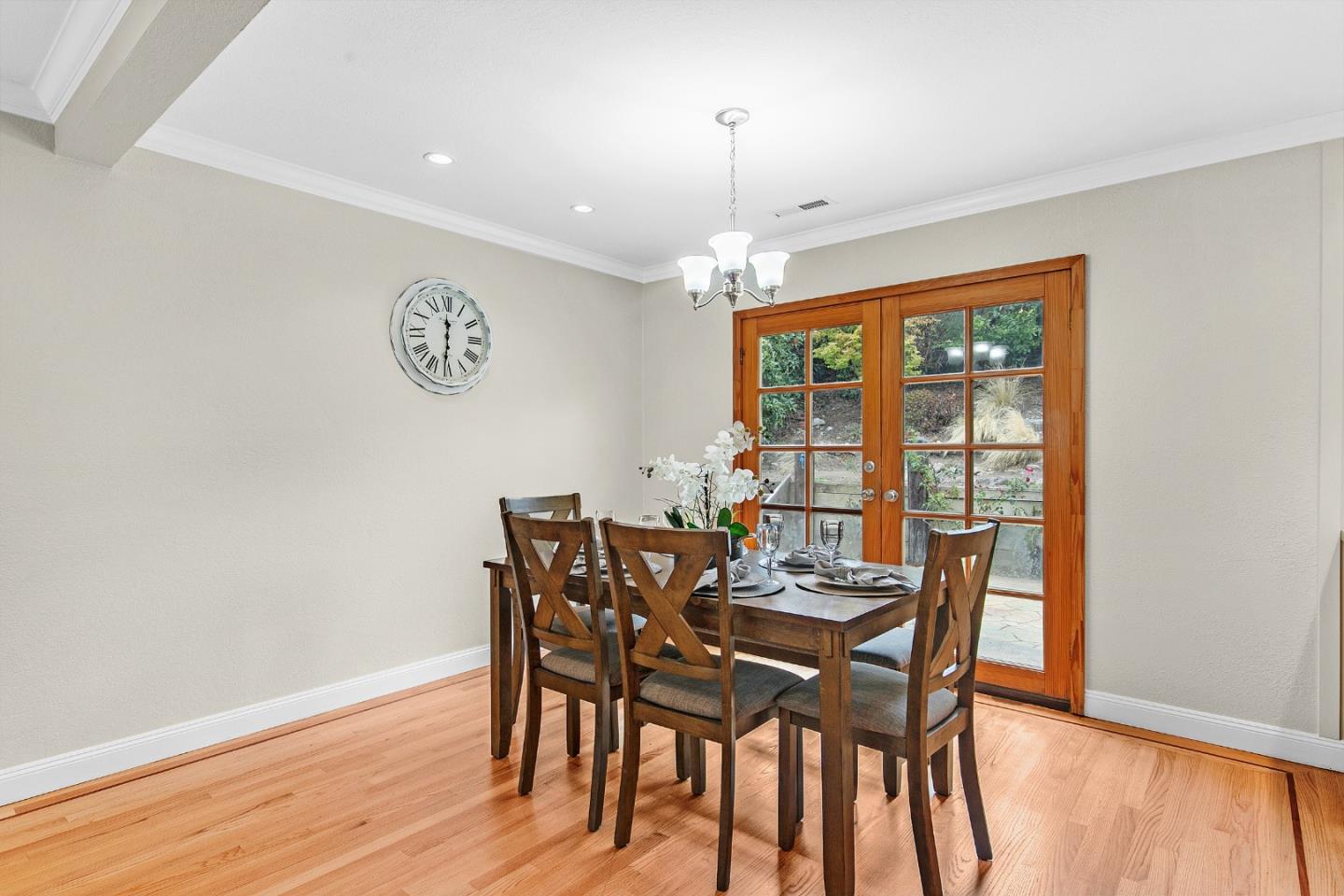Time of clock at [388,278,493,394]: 11:30
